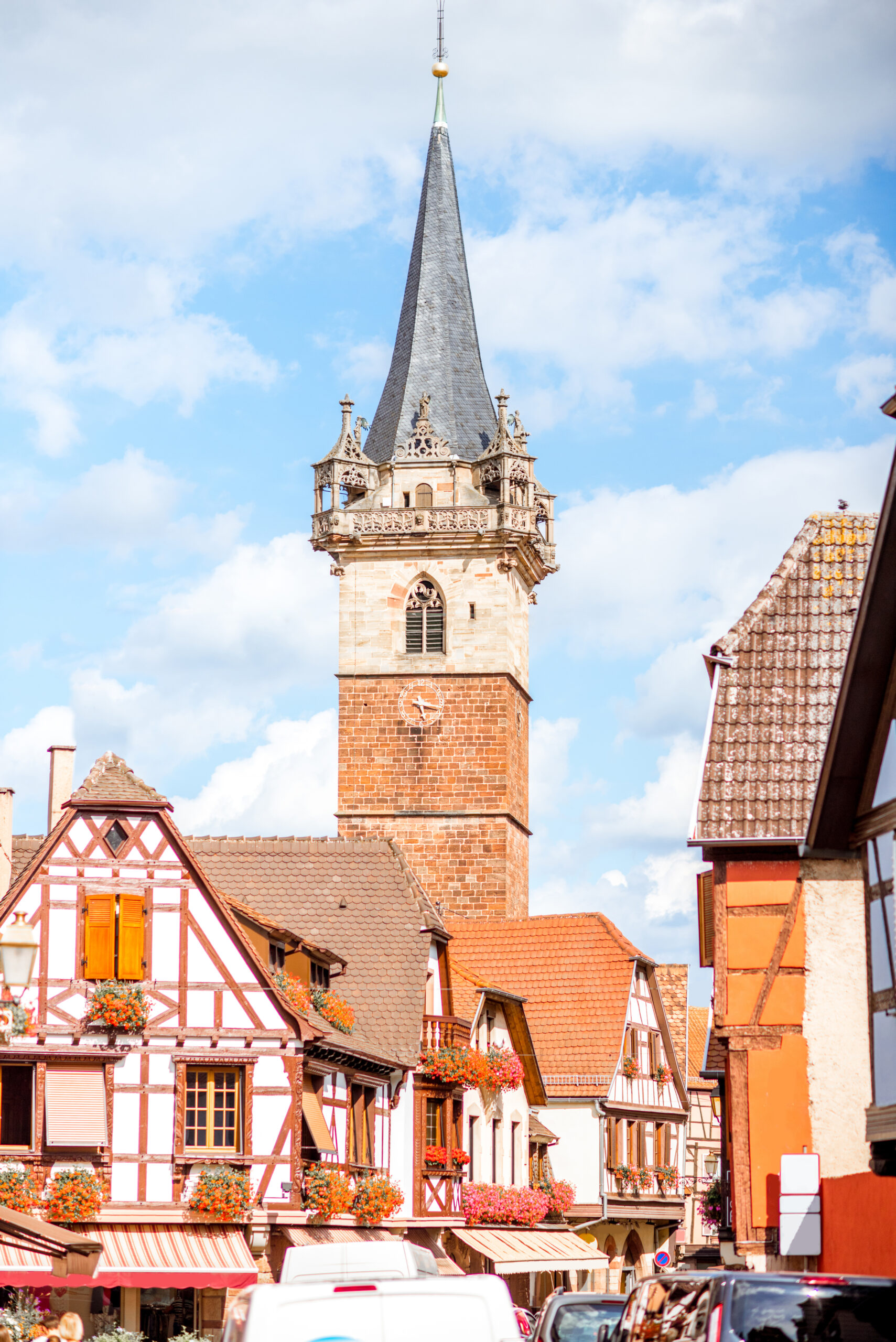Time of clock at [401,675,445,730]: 5:17
